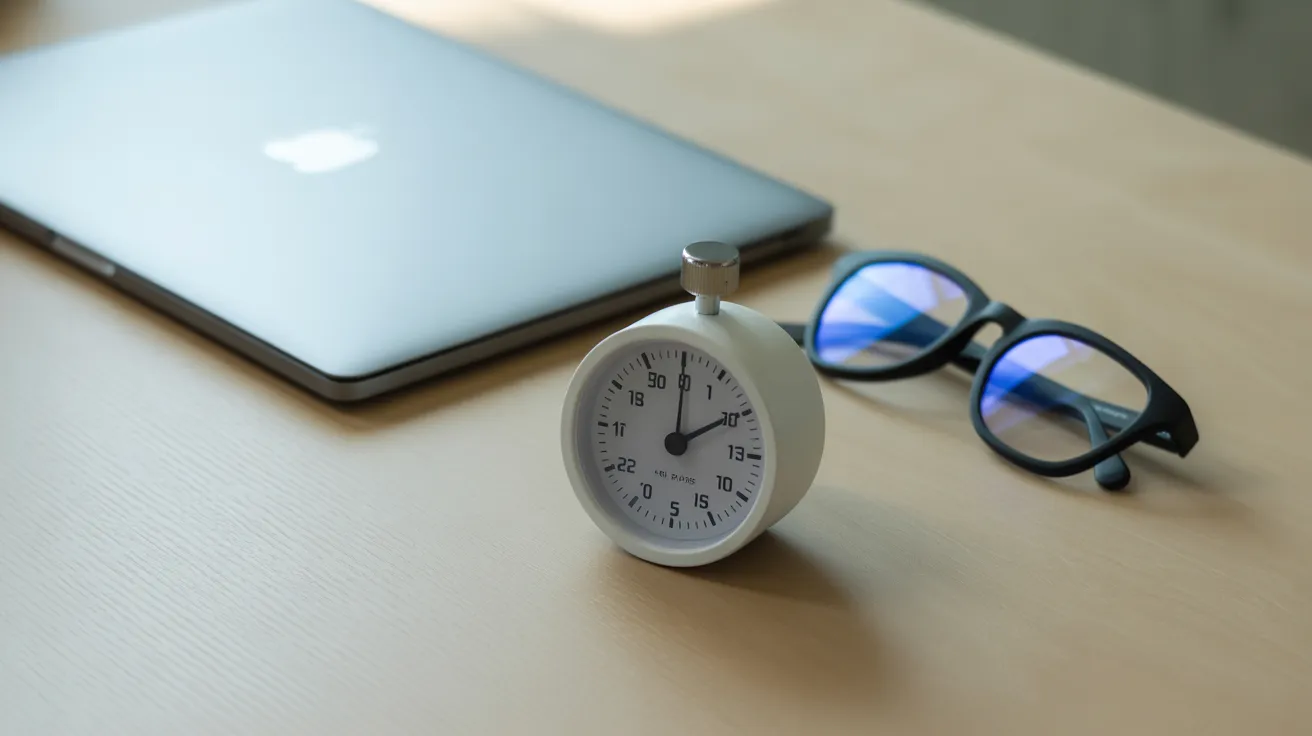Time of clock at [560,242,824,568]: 2:00
